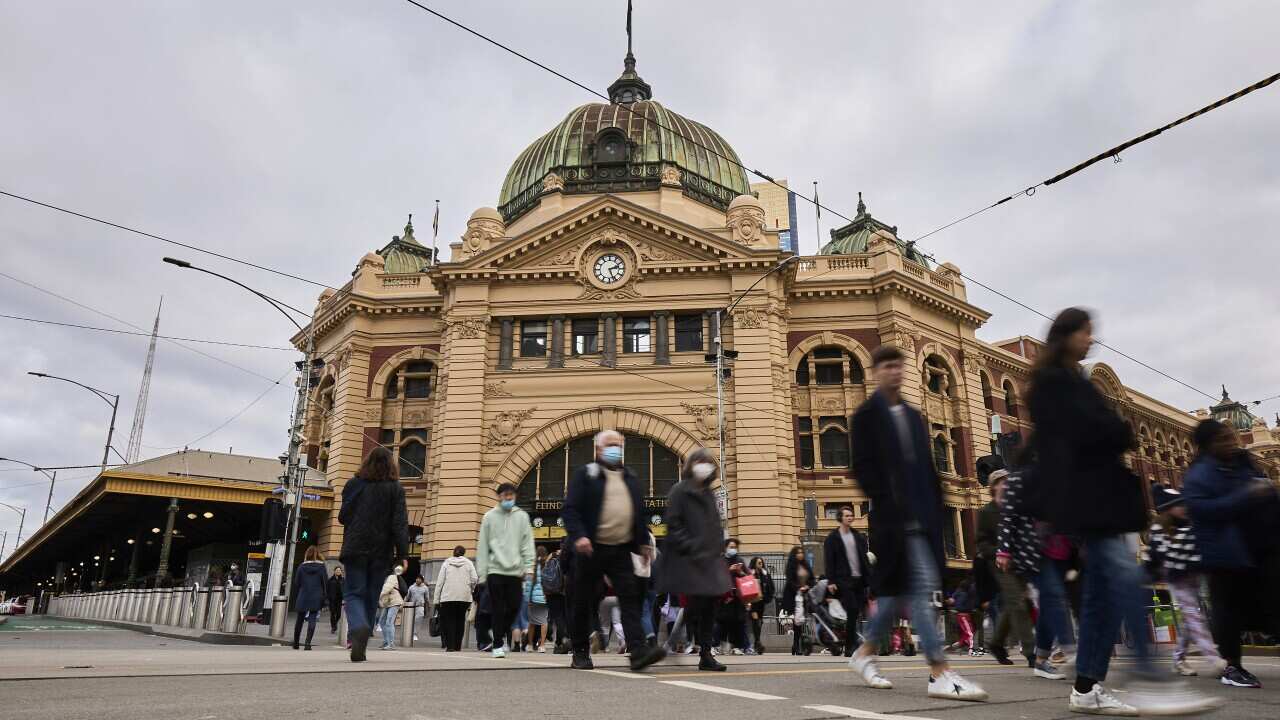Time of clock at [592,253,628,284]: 2:26
